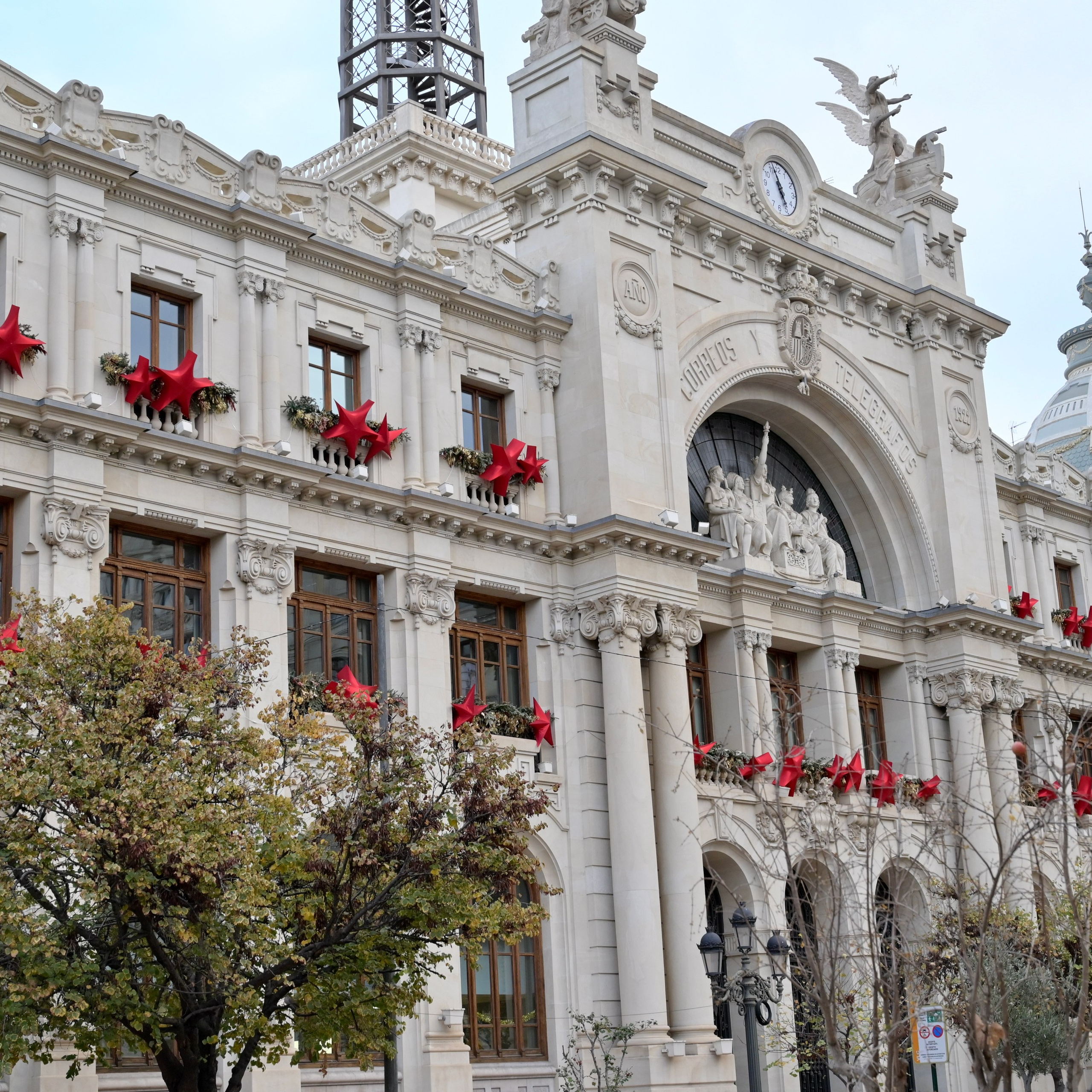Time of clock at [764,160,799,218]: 4:56
